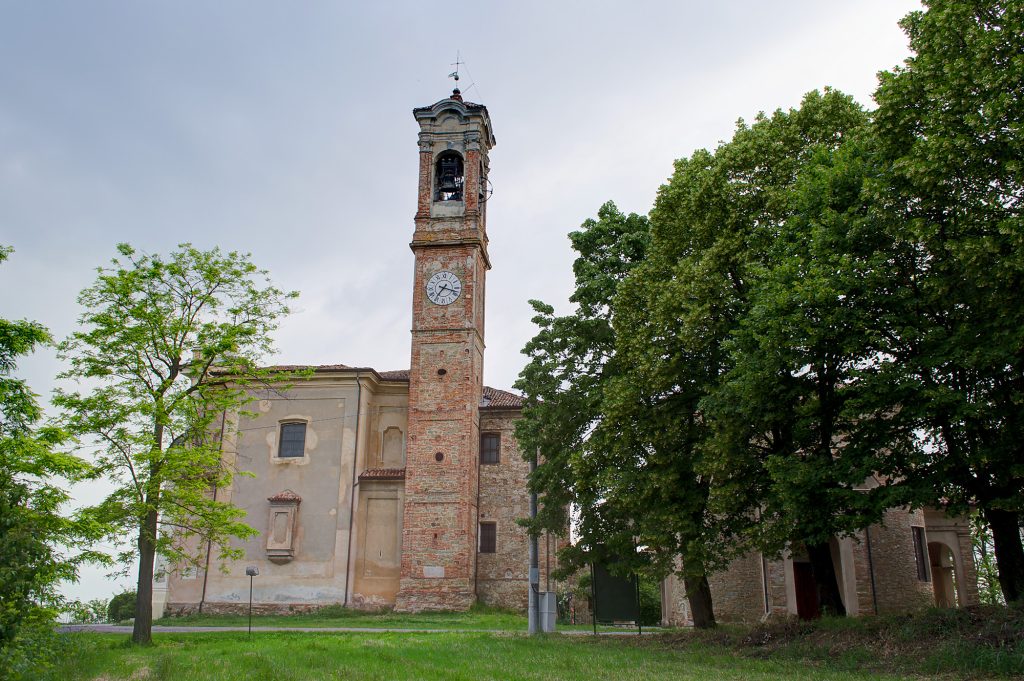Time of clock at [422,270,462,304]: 7:17
